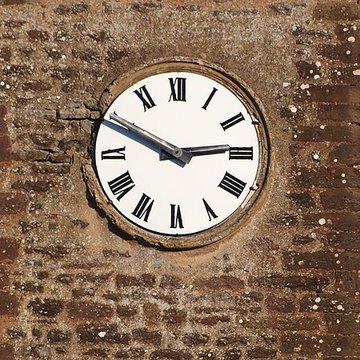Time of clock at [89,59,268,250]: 2:48
